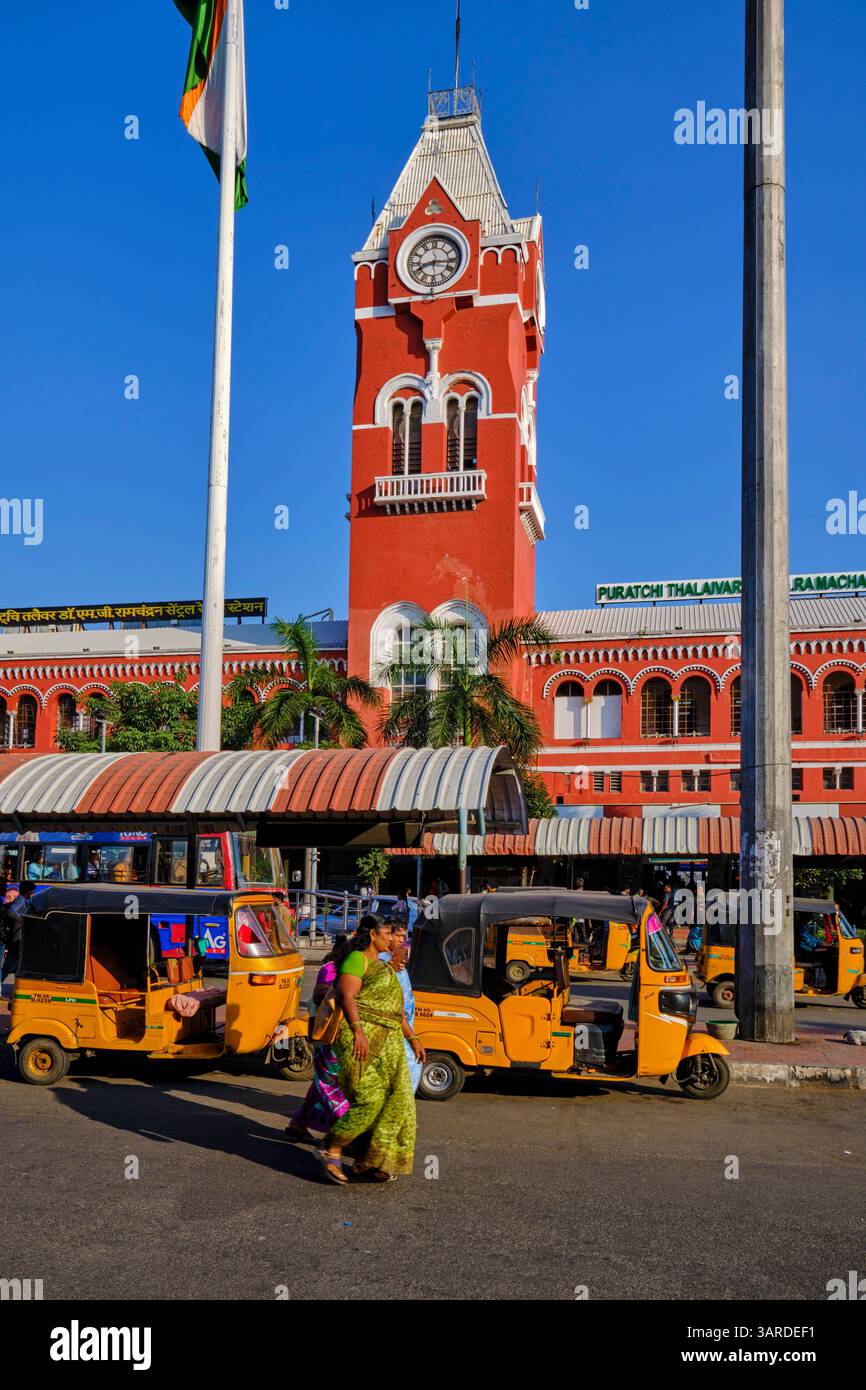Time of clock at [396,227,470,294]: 8:15
